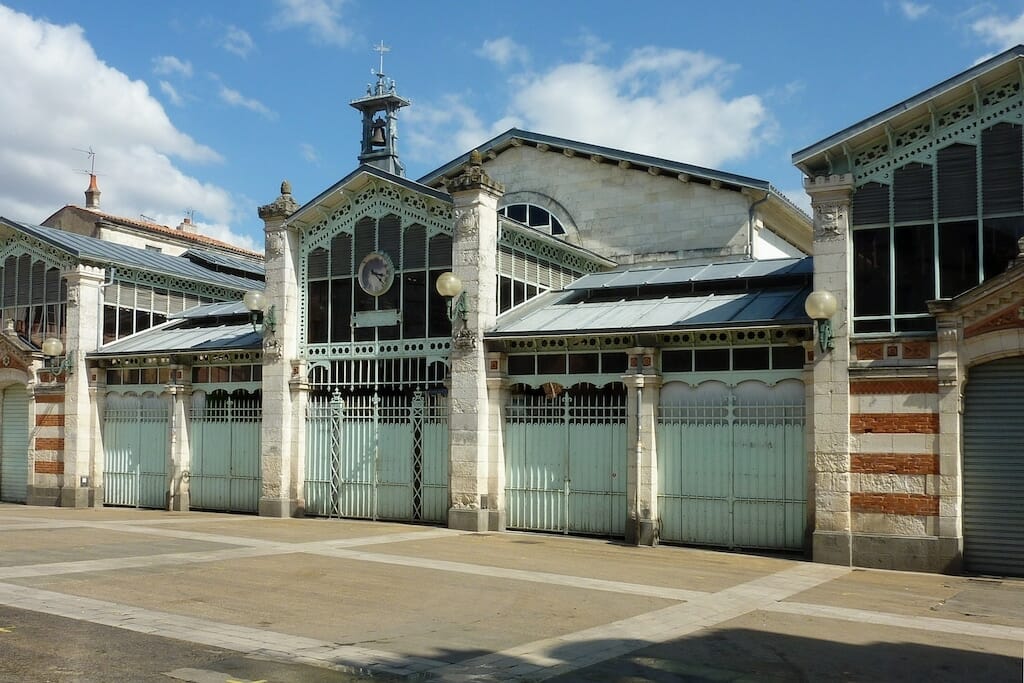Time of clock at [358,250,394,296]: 3:22
